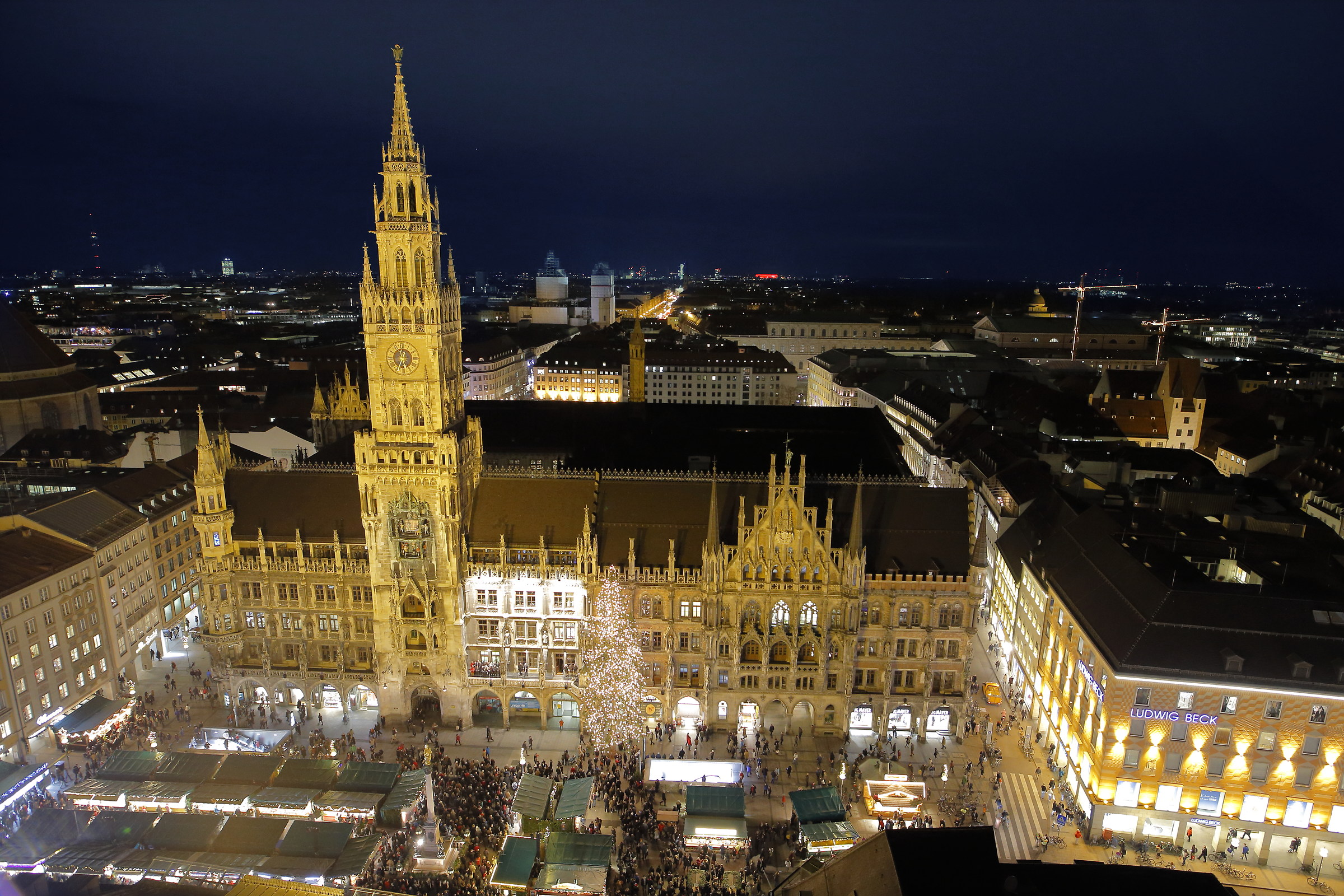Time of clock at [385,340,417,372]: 5:34
